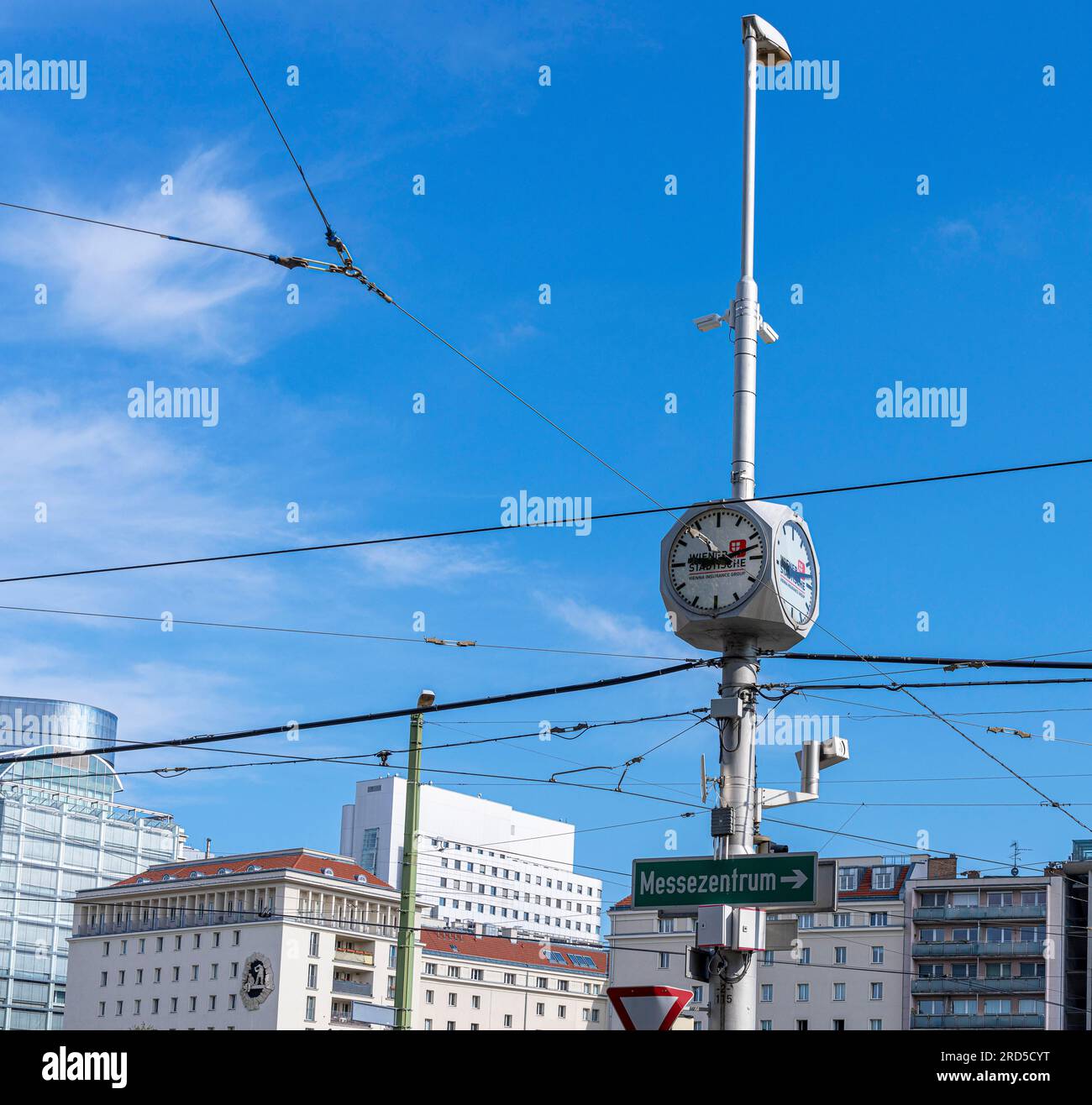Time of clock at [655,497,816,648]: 9:12
